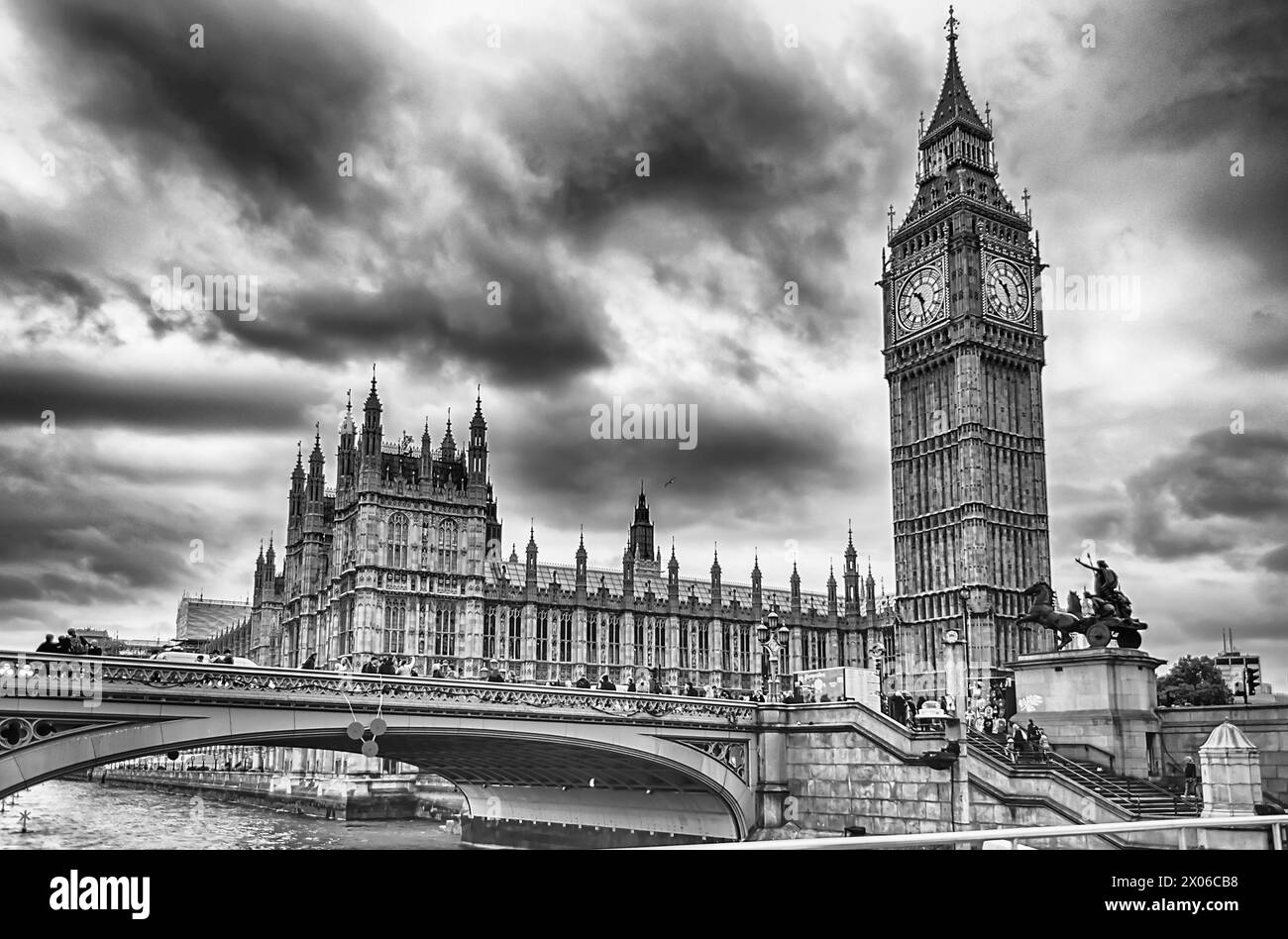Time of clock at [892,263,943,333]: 10:28
